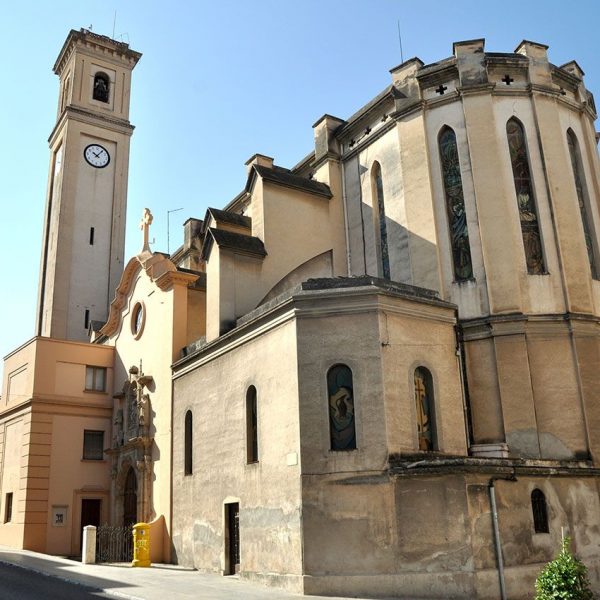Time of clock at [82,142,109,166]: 10:06
